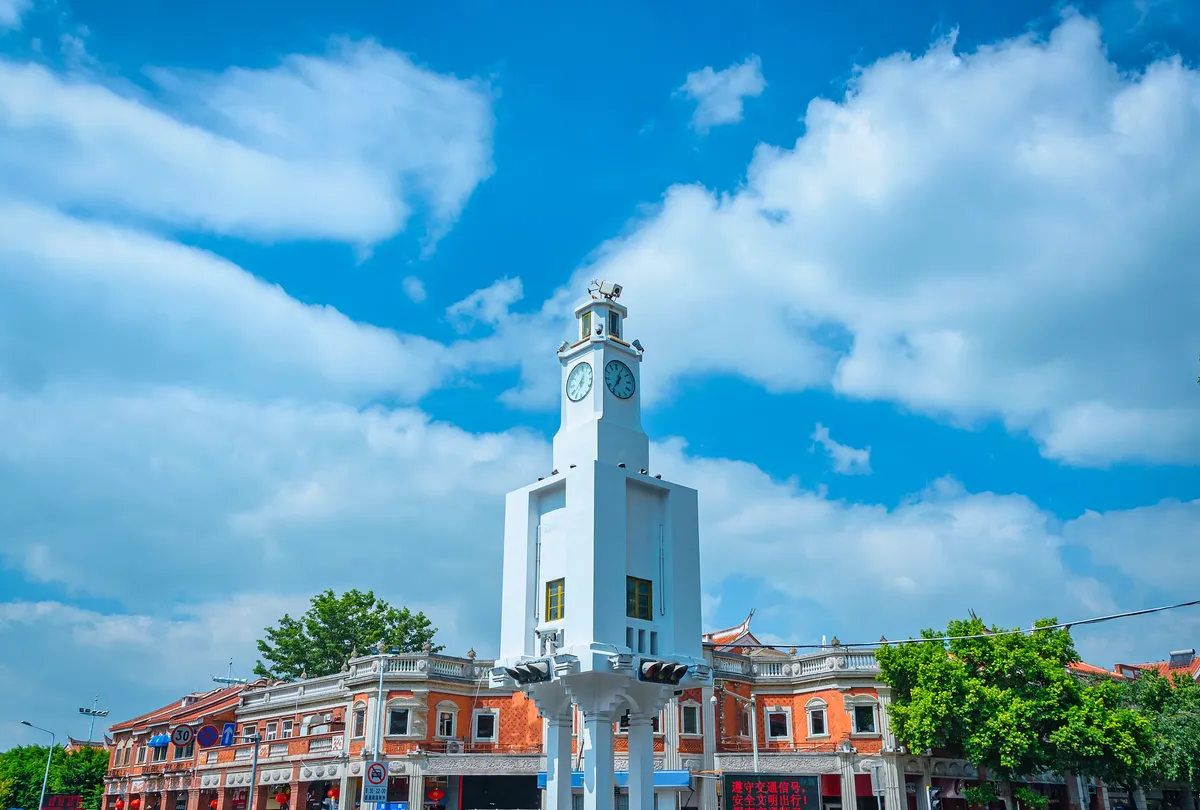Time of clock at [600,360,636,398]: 12:36
